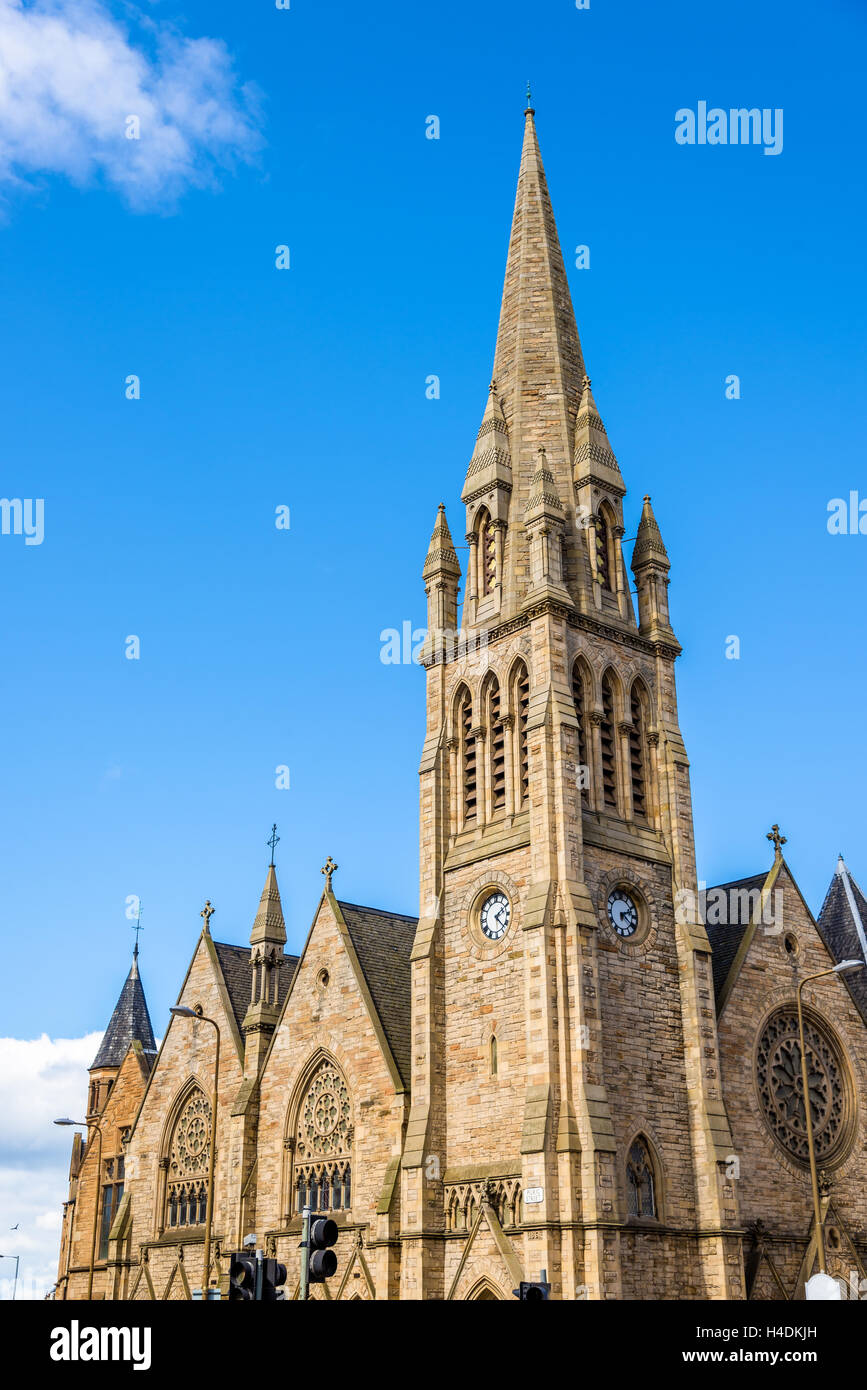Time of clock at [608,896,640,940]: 2:21
